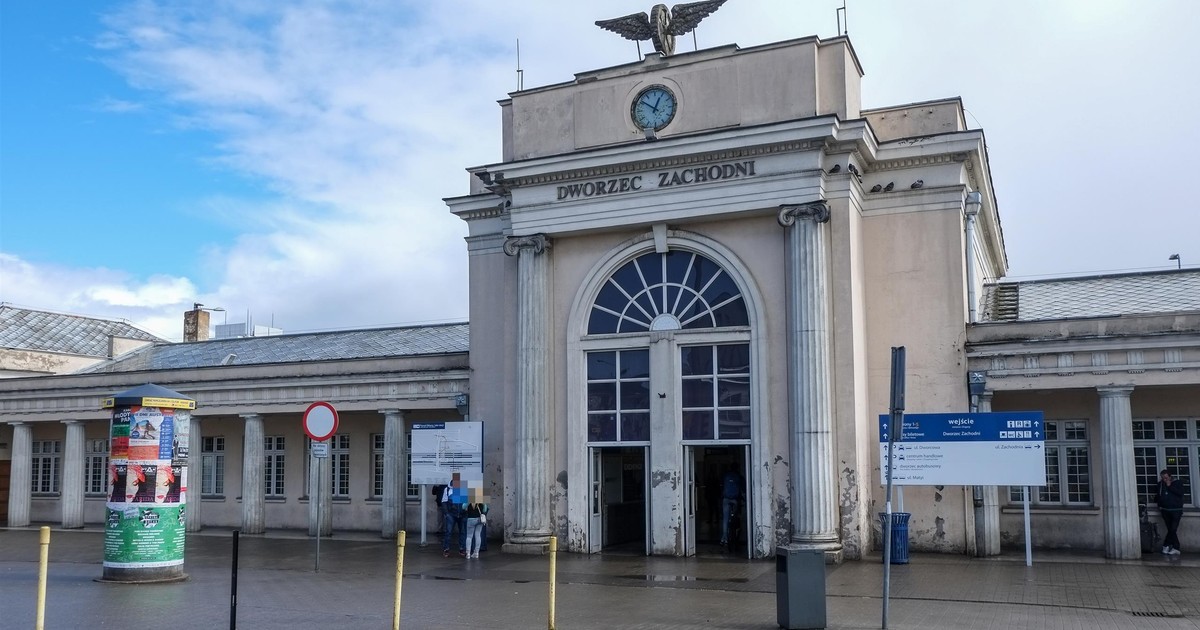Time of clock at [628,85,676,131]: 12:50
